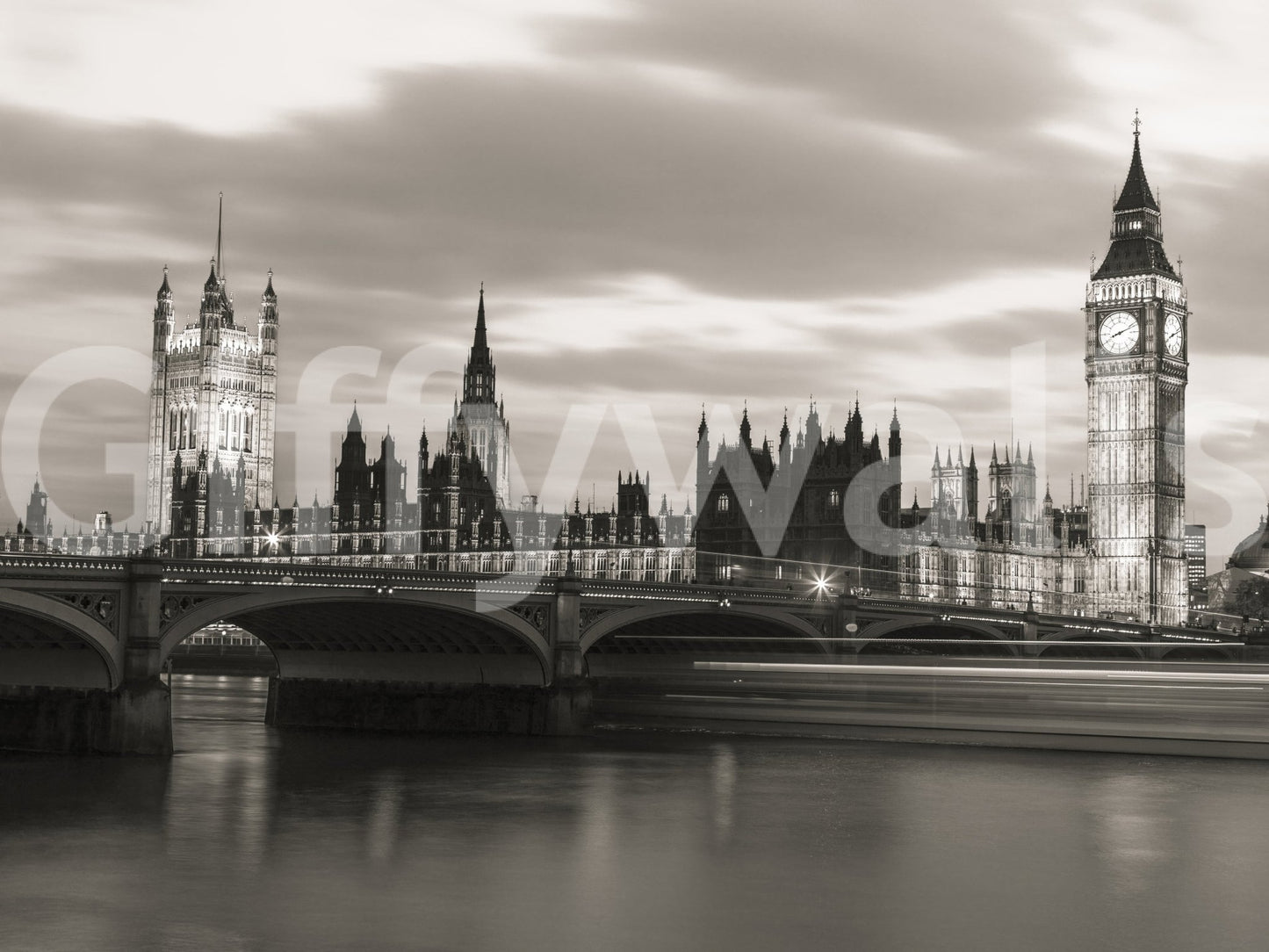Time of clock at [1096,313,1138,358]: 8:11
